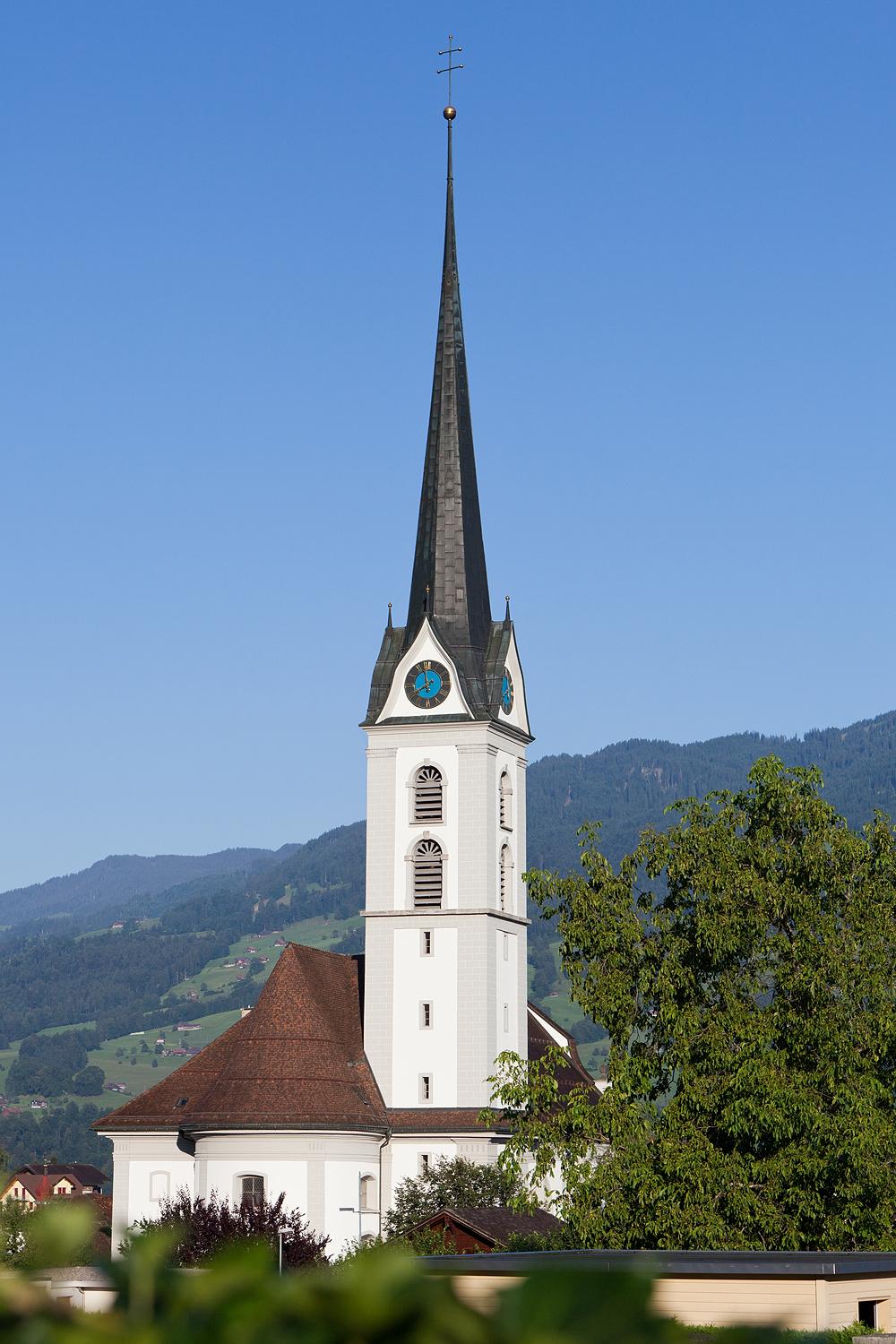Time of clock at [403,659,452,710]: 7:57
